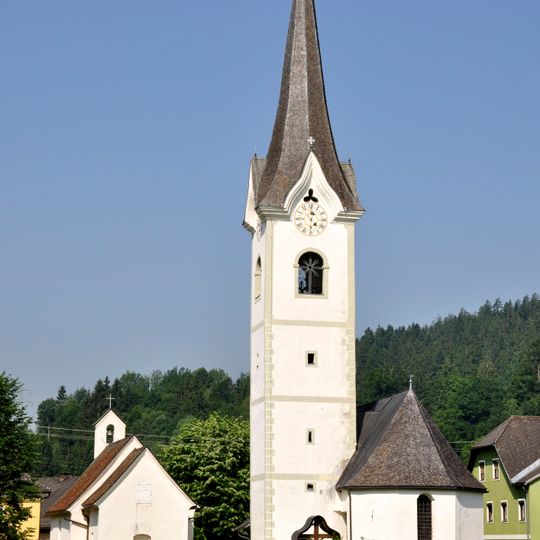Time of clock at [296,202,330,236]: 4:31
